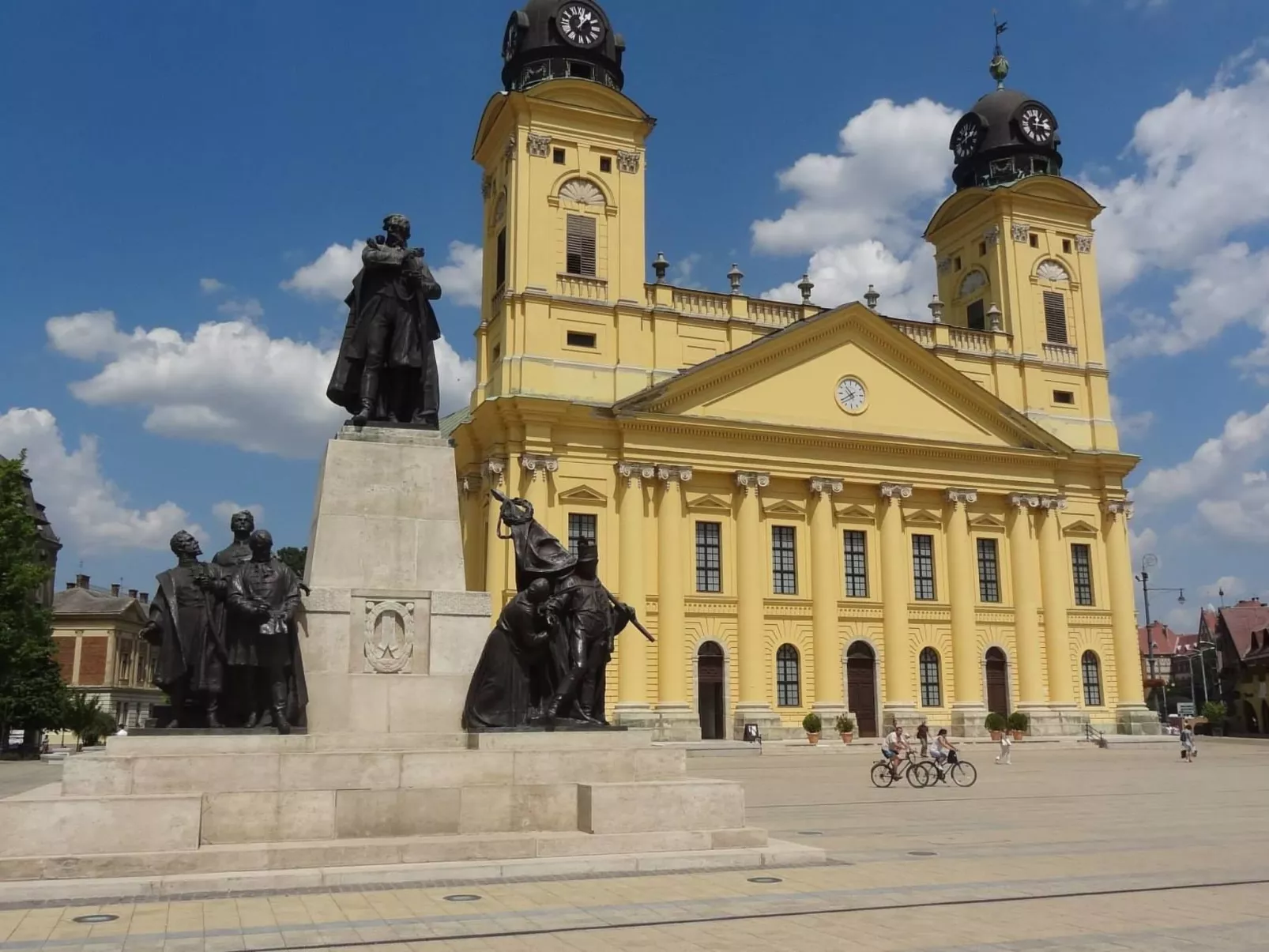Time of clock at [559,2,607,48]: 12:07
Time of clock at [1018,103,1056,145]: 12:14
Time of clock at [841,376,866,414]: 10:39
